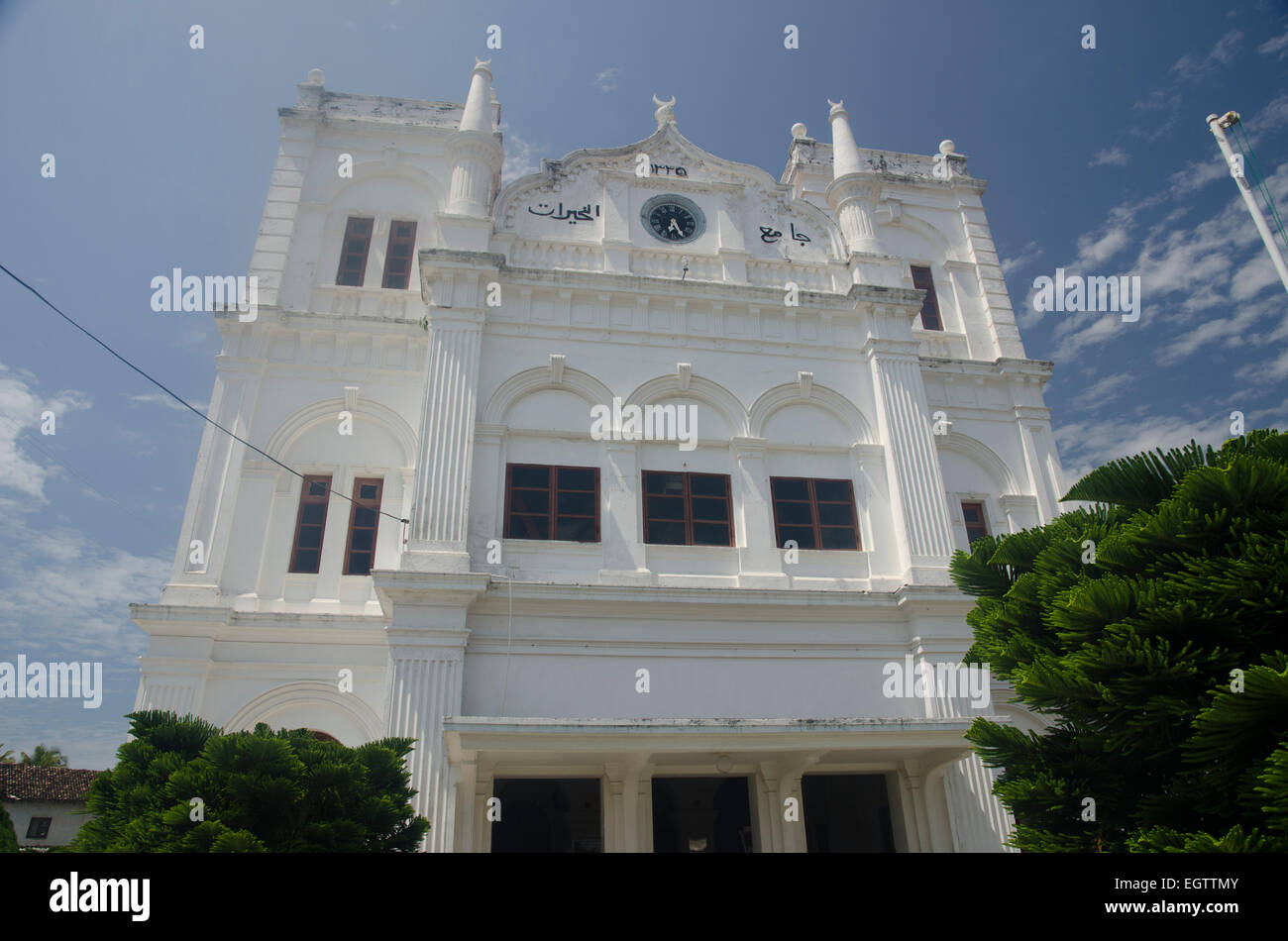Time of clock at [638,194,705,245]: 6:25
